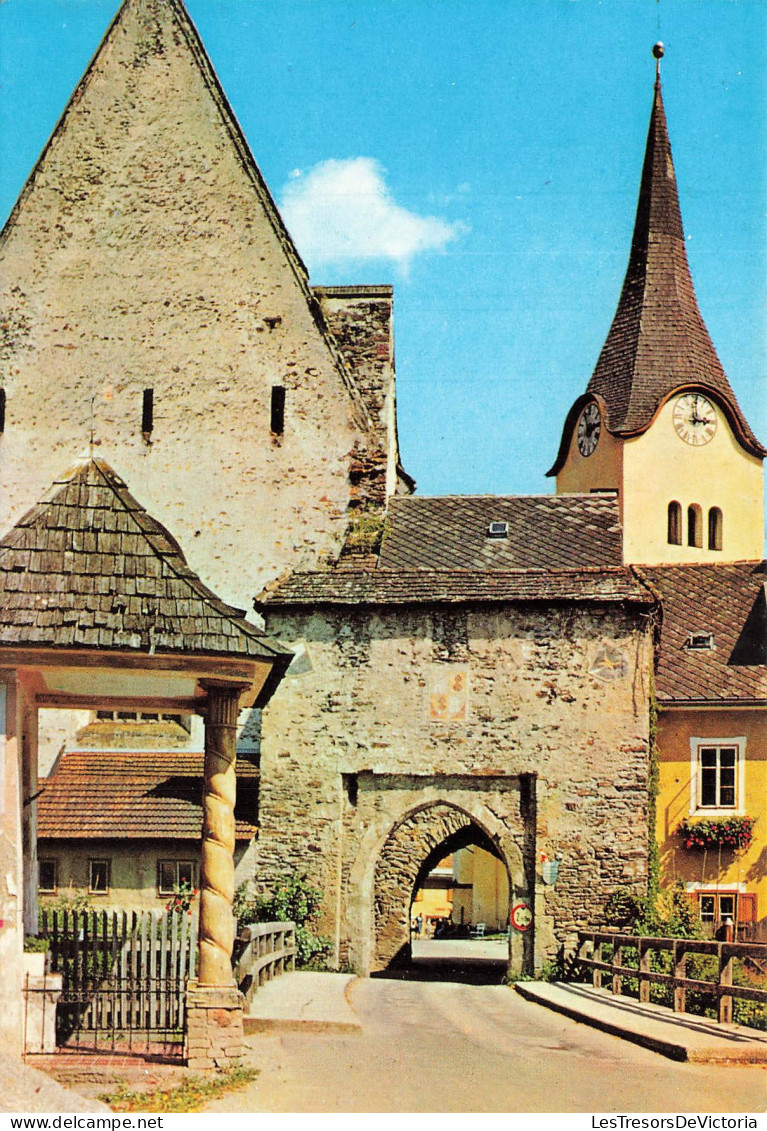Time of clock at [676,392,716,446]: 2:59
